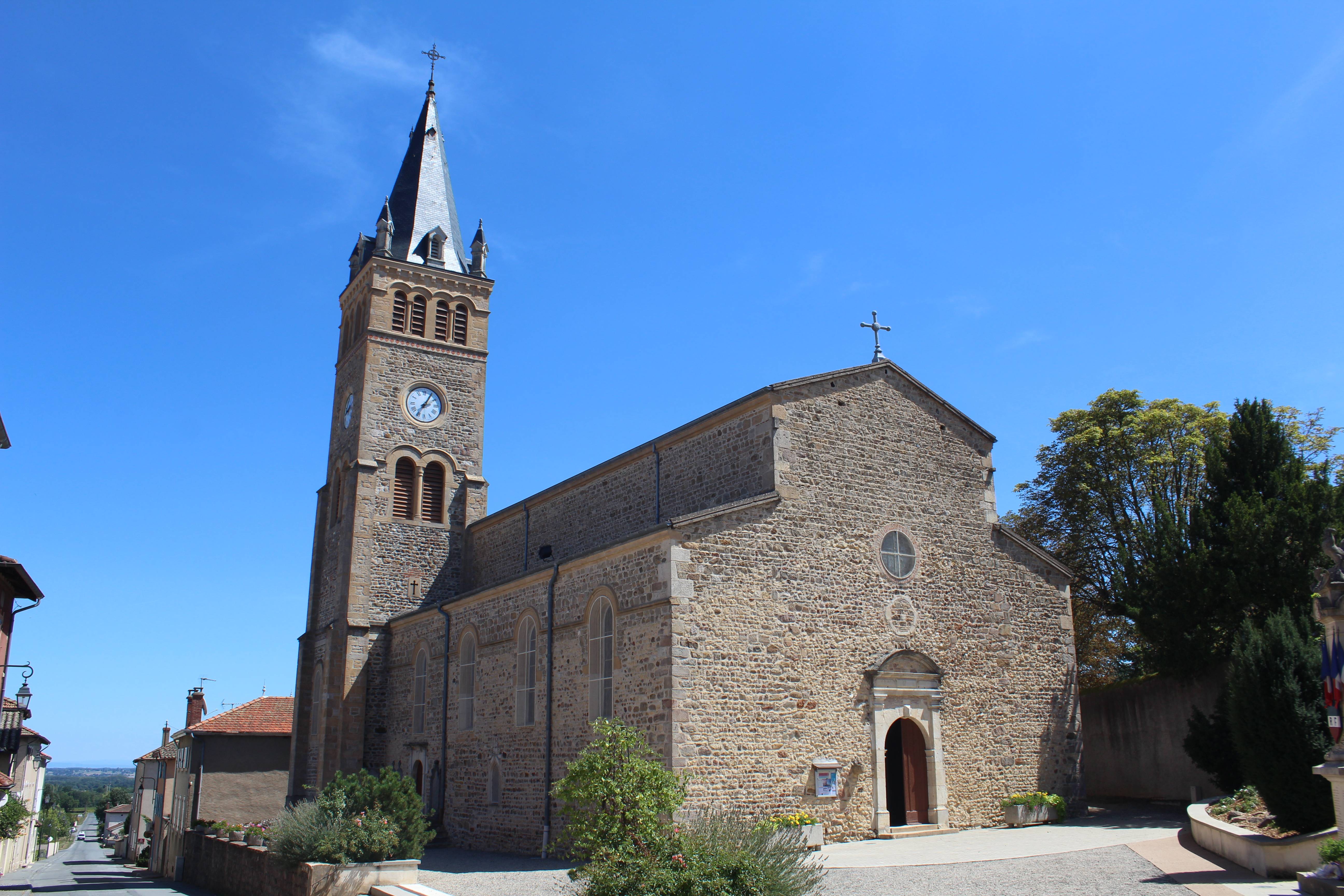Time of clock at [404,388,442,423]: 2:05
